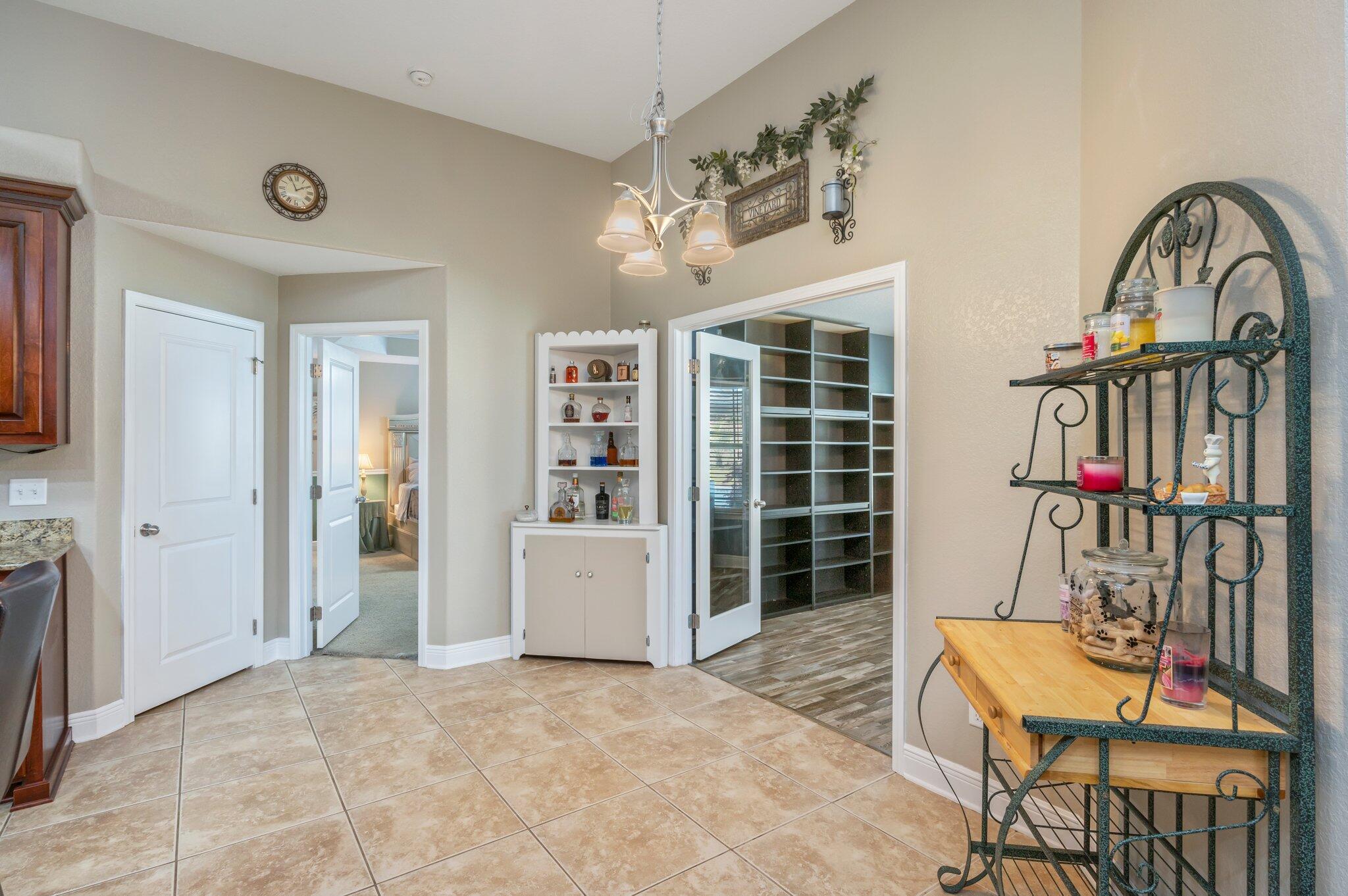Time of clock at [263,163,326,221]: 1:56
